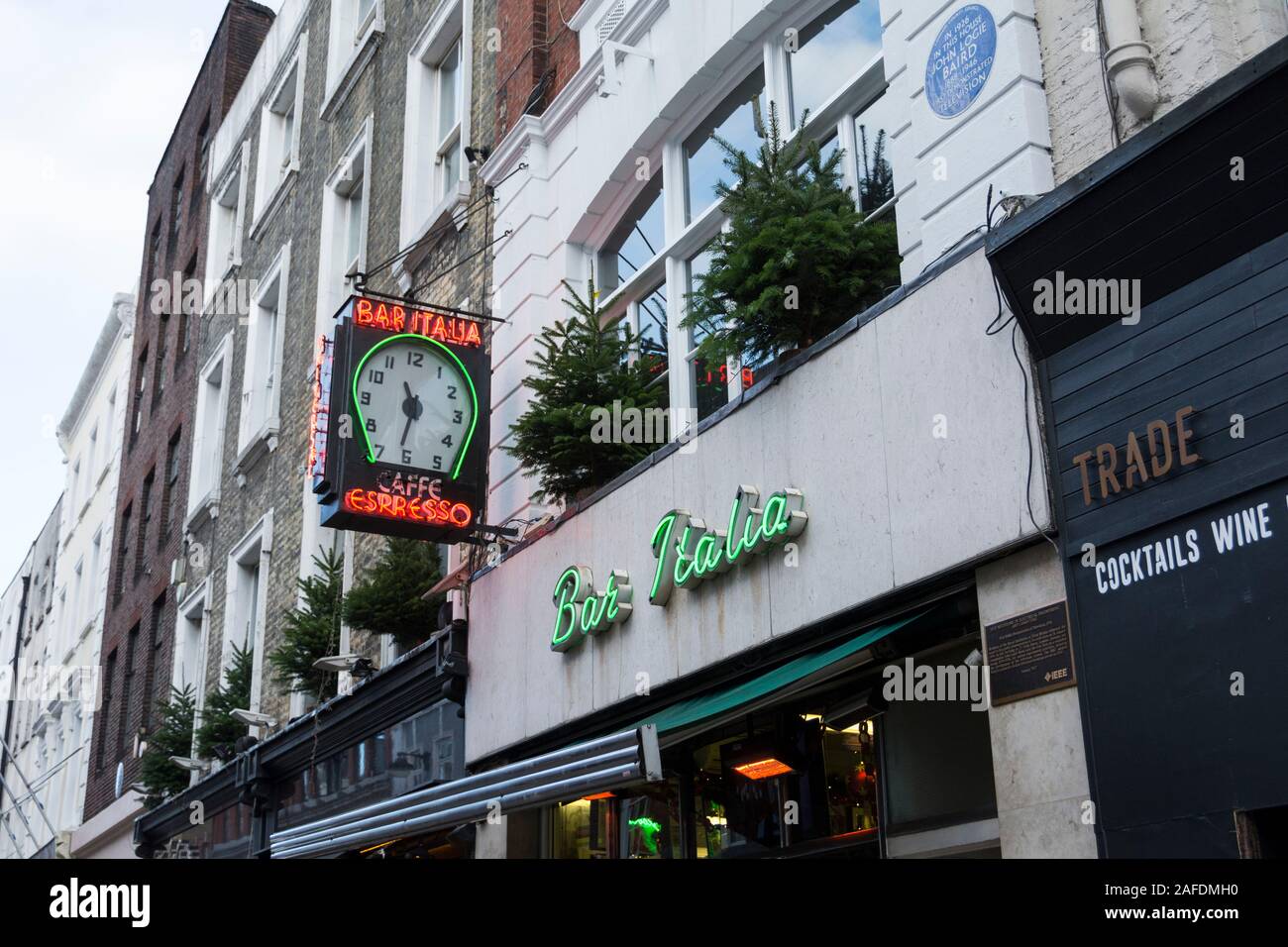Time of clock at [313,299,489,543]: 11:32
